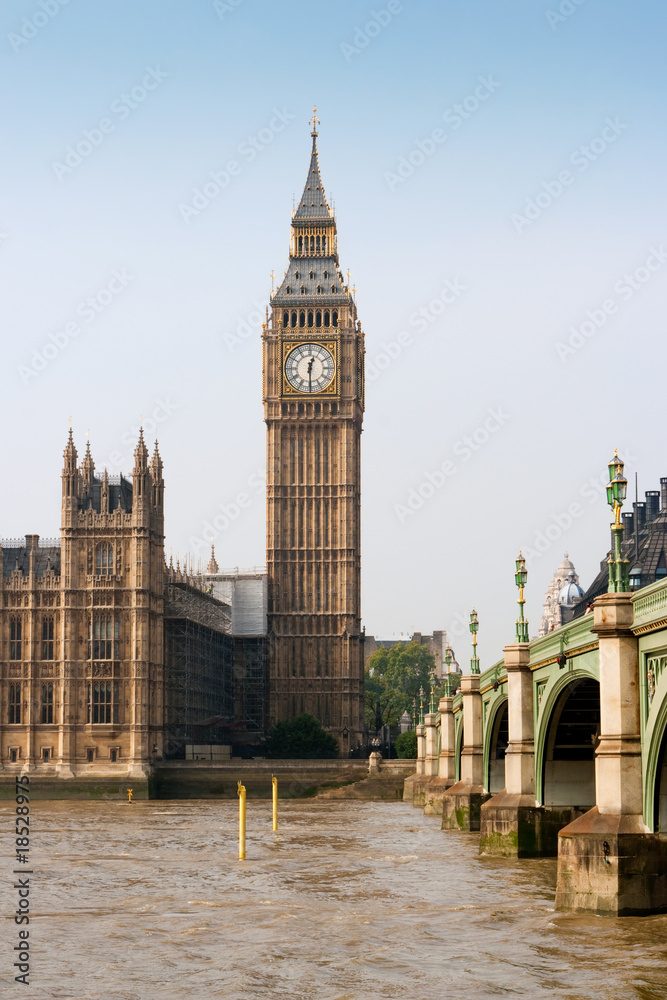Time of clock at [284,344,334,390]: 12:29
